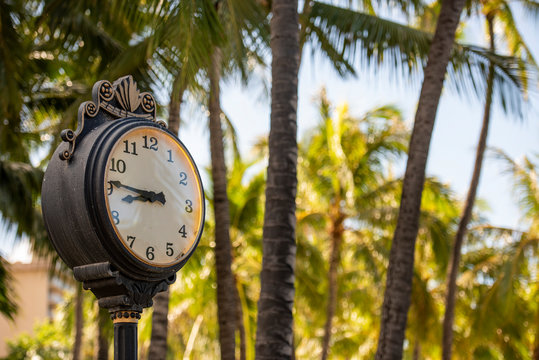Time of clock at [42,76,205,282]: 8:46
